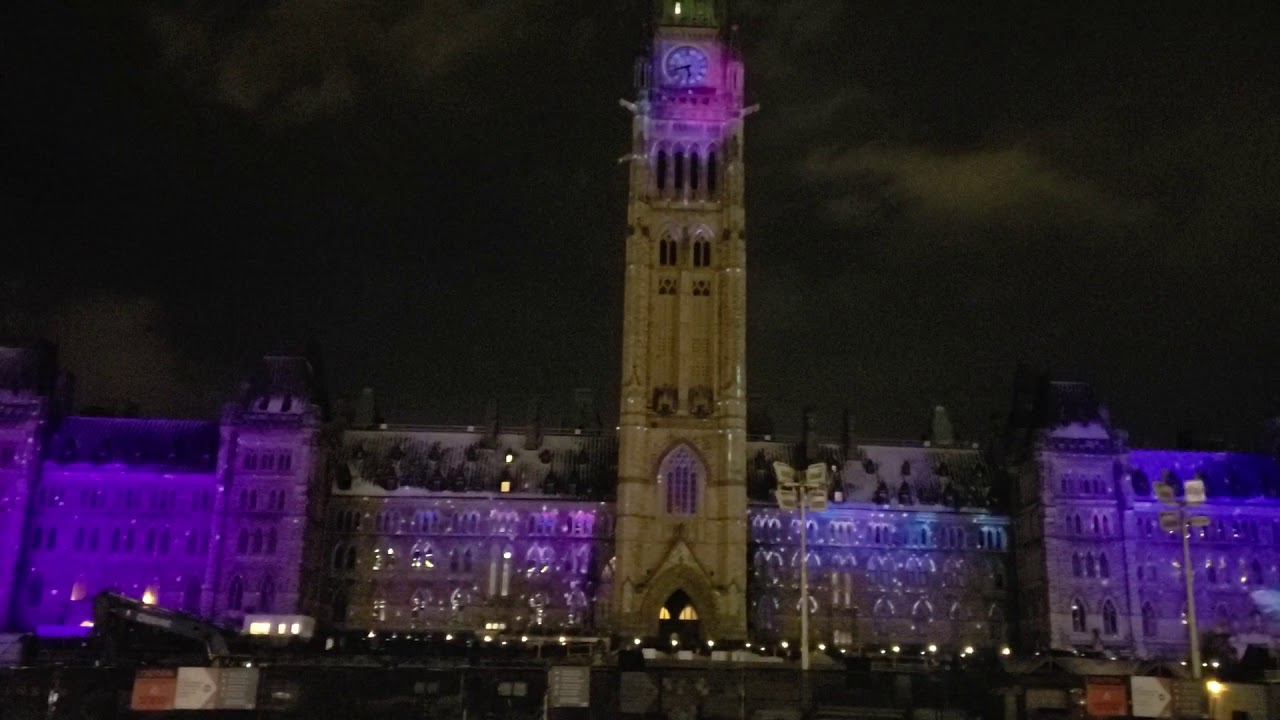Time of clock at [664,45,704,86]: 5:42
